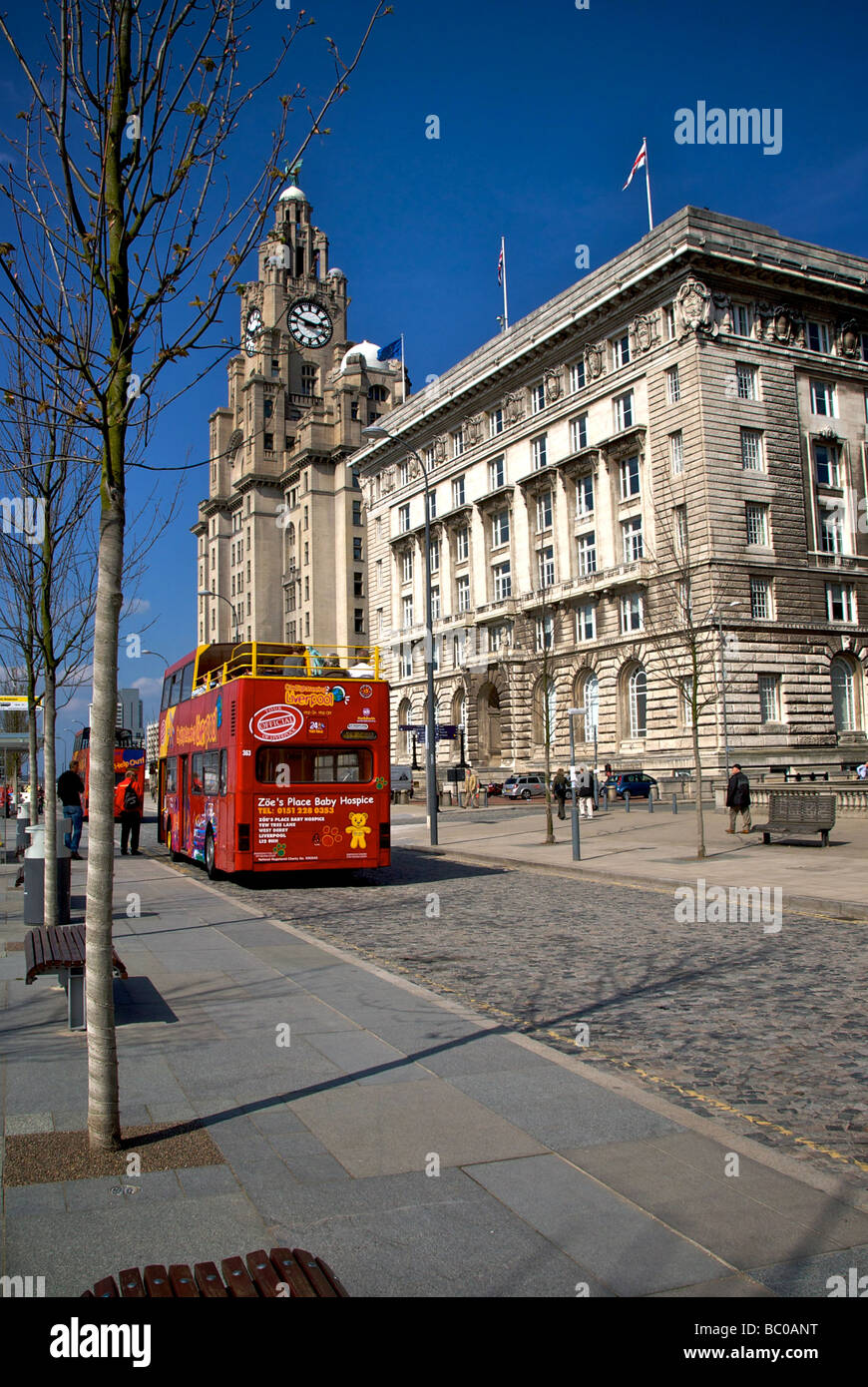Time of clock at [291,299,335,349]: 2:48
